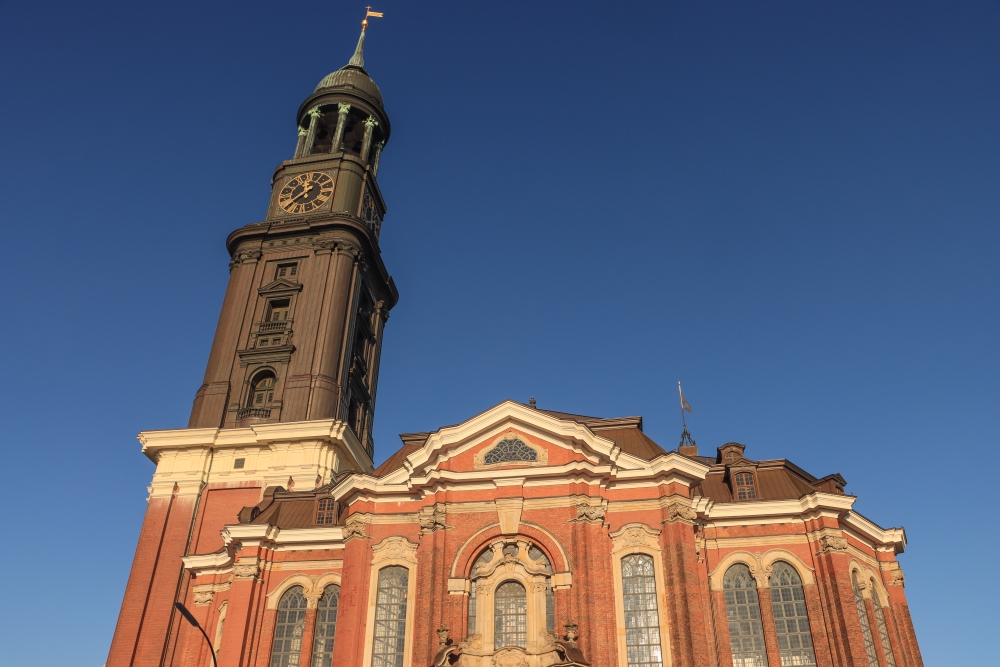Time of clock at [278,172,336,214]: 11:37
